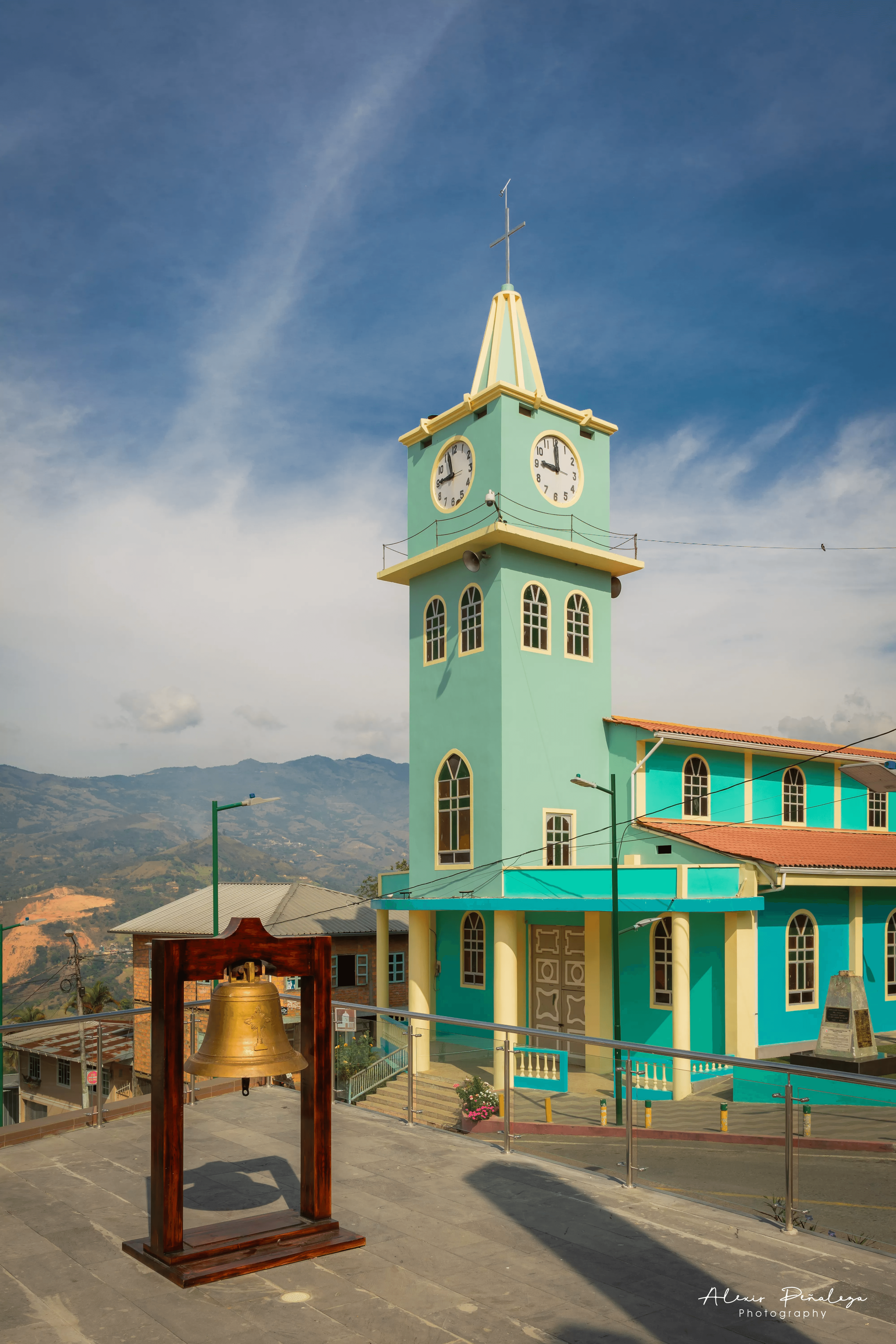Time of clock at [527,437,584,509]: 9:00
